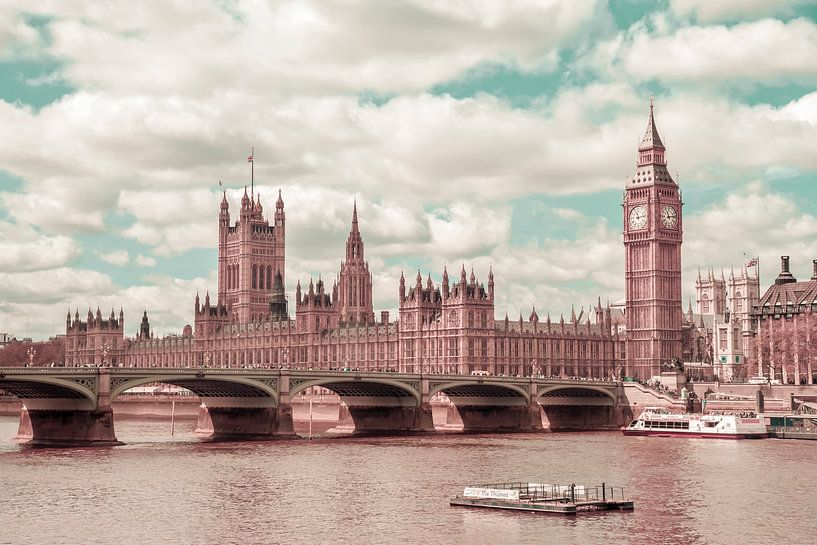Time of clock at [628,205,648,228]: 11:13
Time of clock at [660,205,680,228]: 11:13
